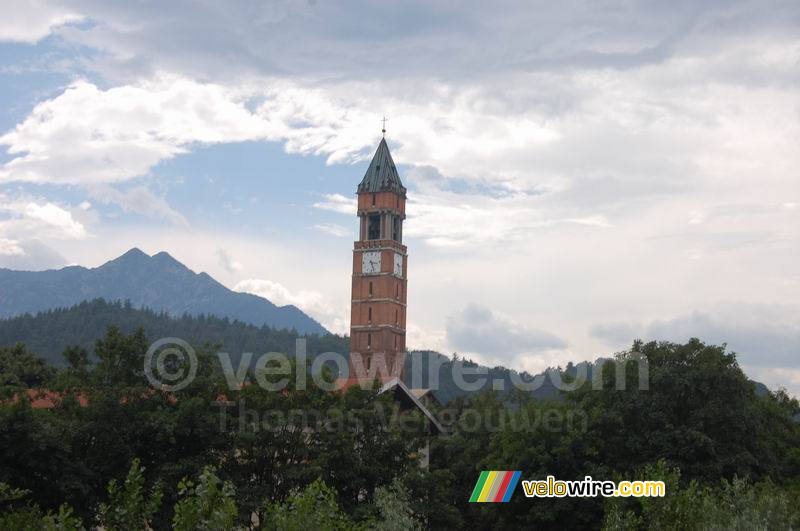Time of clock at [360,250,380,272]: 3:26
